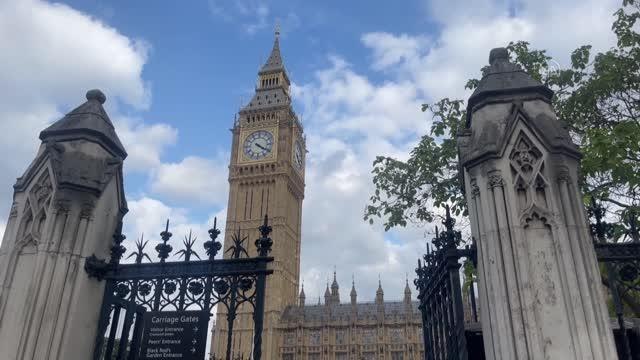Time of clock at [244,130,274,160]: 4:20
